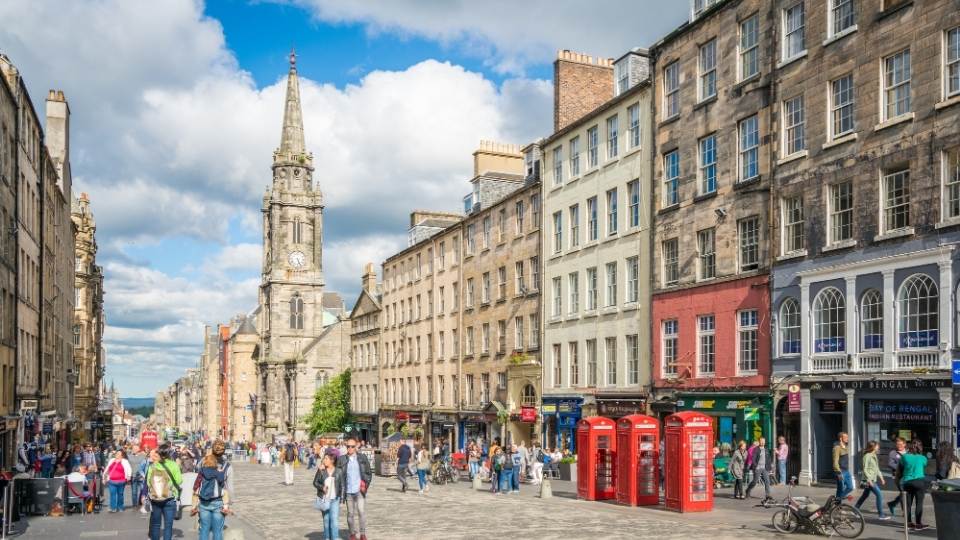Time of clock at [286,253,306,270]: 5:26
